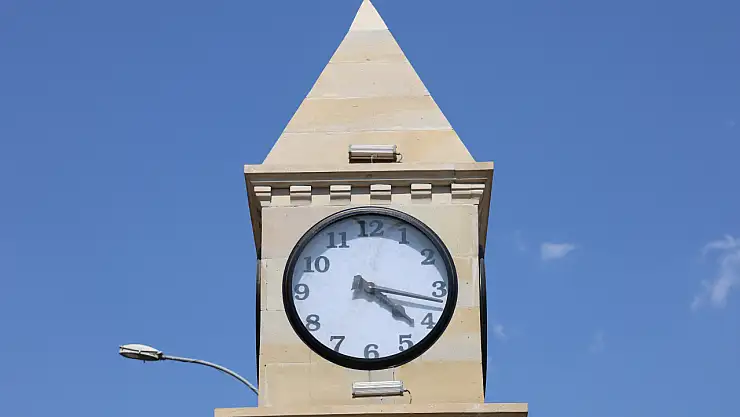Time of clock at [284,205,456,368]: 4:16
